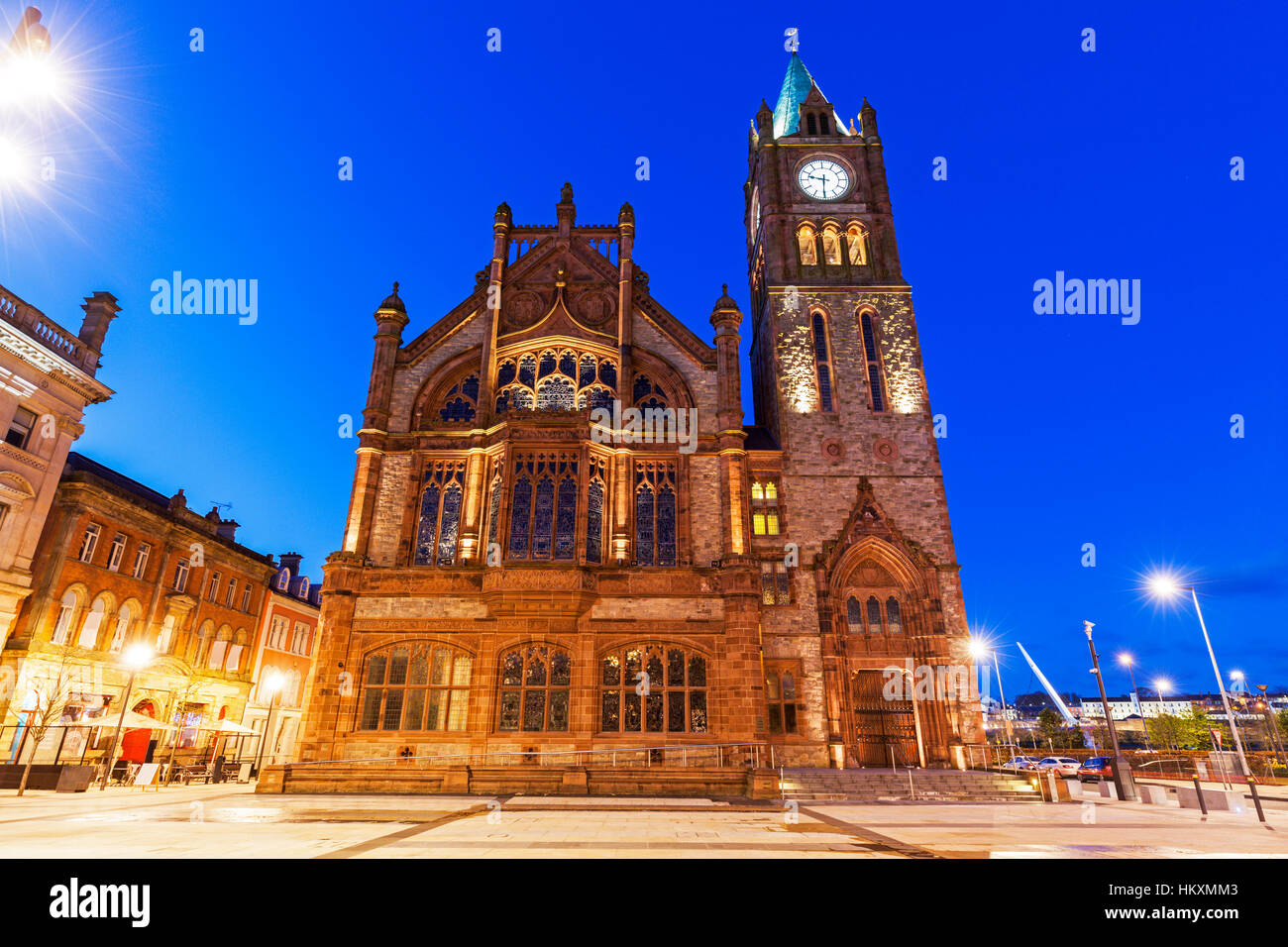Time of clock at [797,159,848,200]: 9:30
